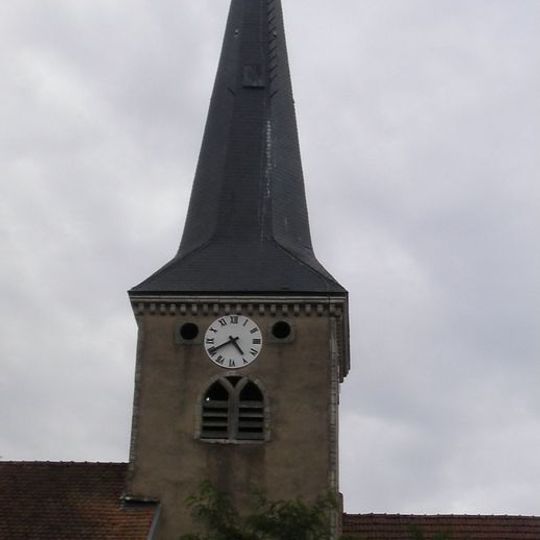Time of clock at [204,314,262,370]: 4:40
